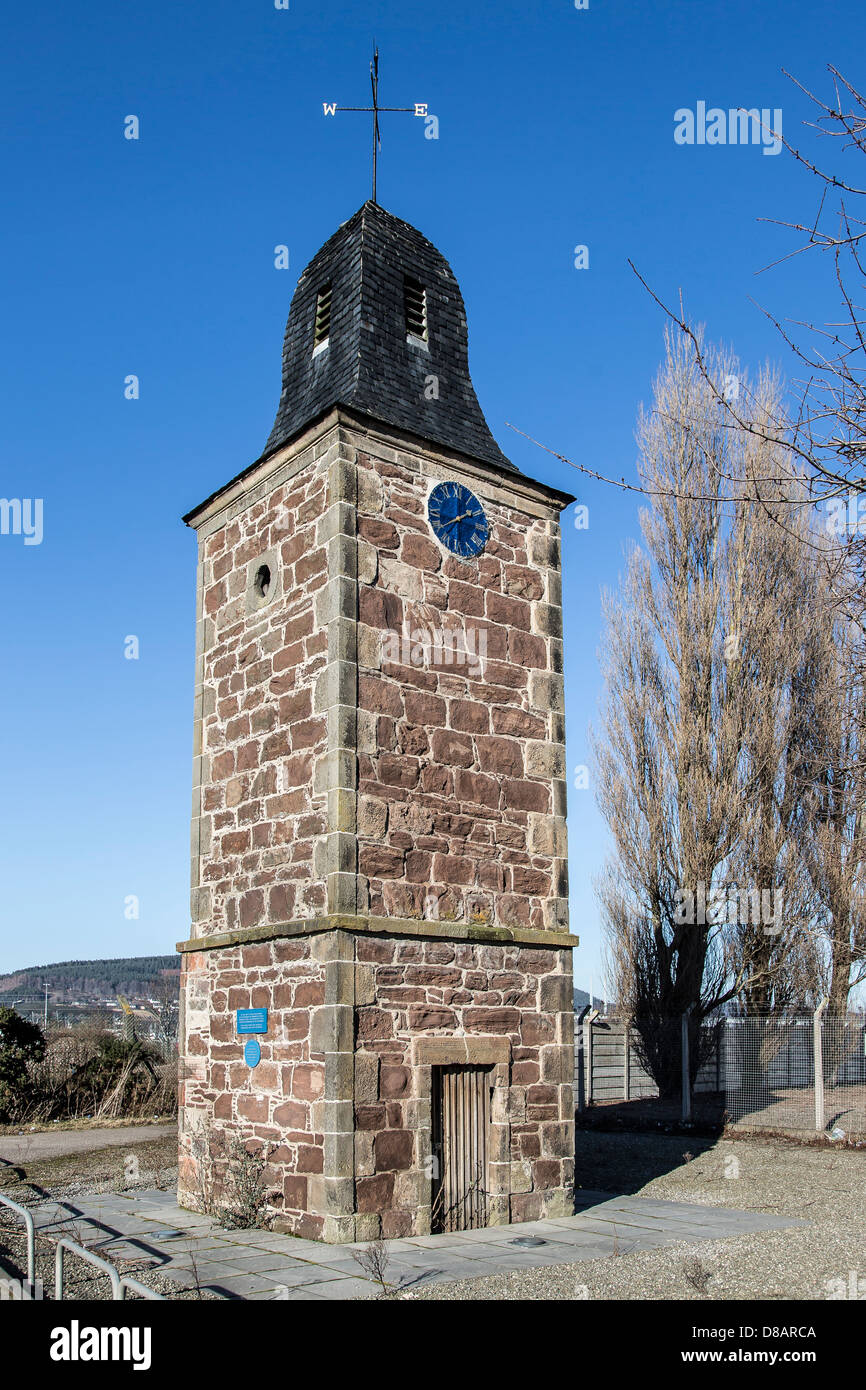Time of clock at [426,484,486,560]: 1:39
